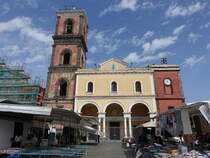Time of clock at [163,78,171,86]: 4:02
